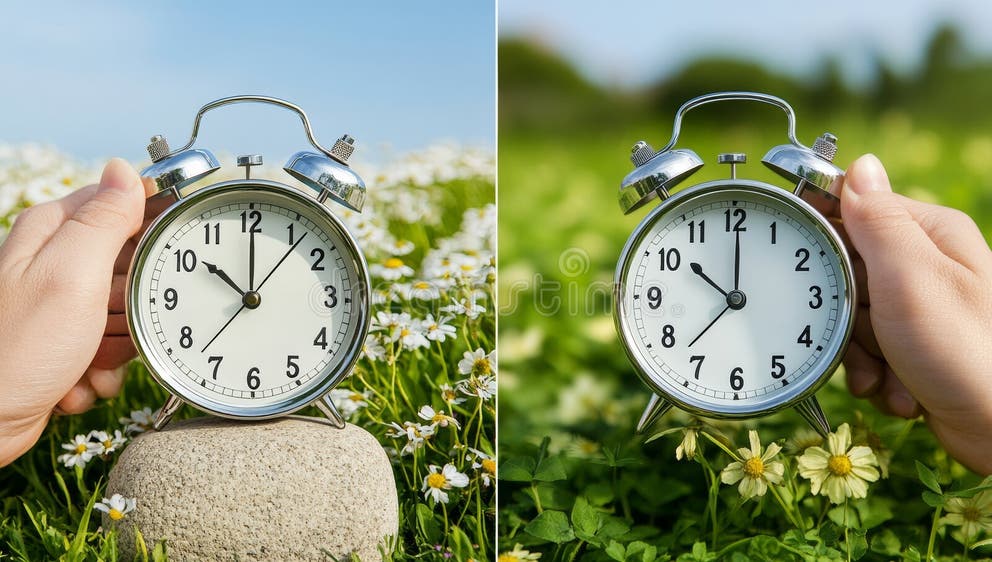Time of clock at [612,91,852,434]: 10:00
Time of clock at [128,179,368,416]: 10:00
